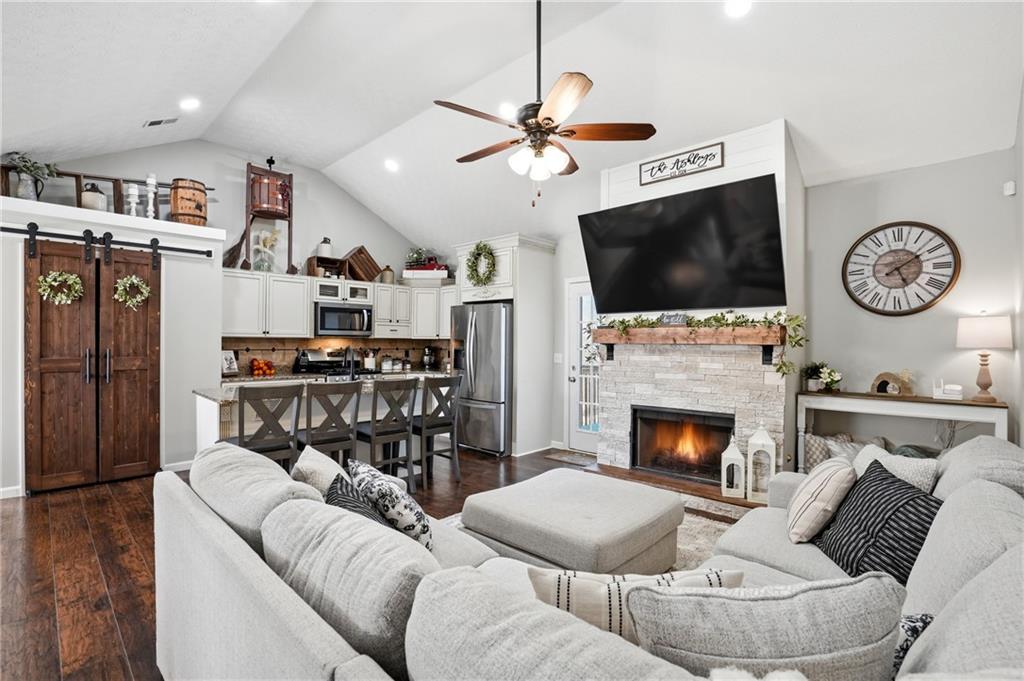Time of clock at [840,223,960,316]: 5:09
